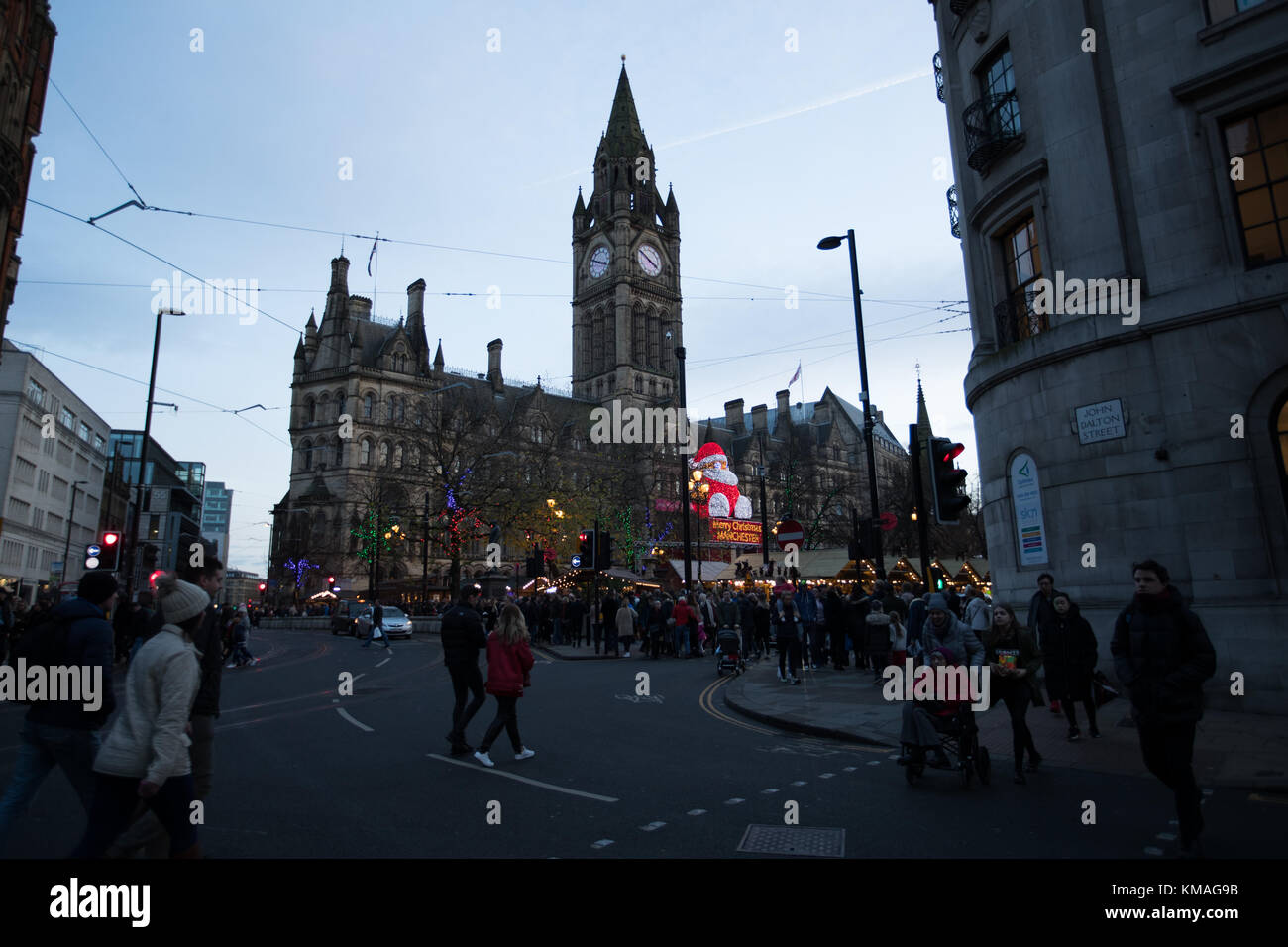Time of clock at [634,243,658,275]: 3:50
